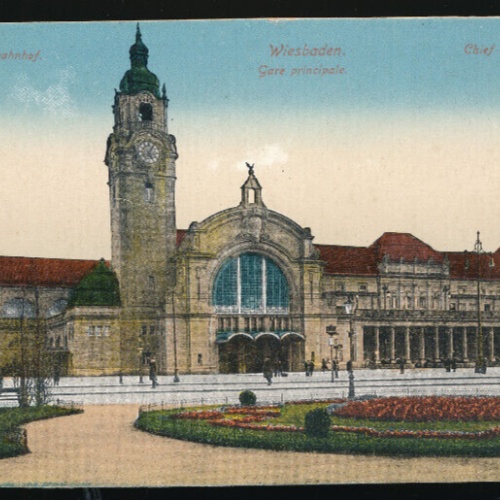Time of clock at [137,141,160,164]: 5:05
